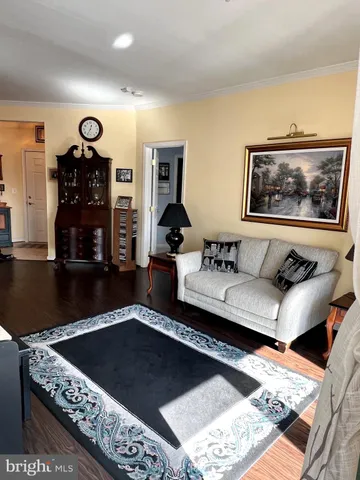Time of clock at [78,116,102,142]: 12:34
